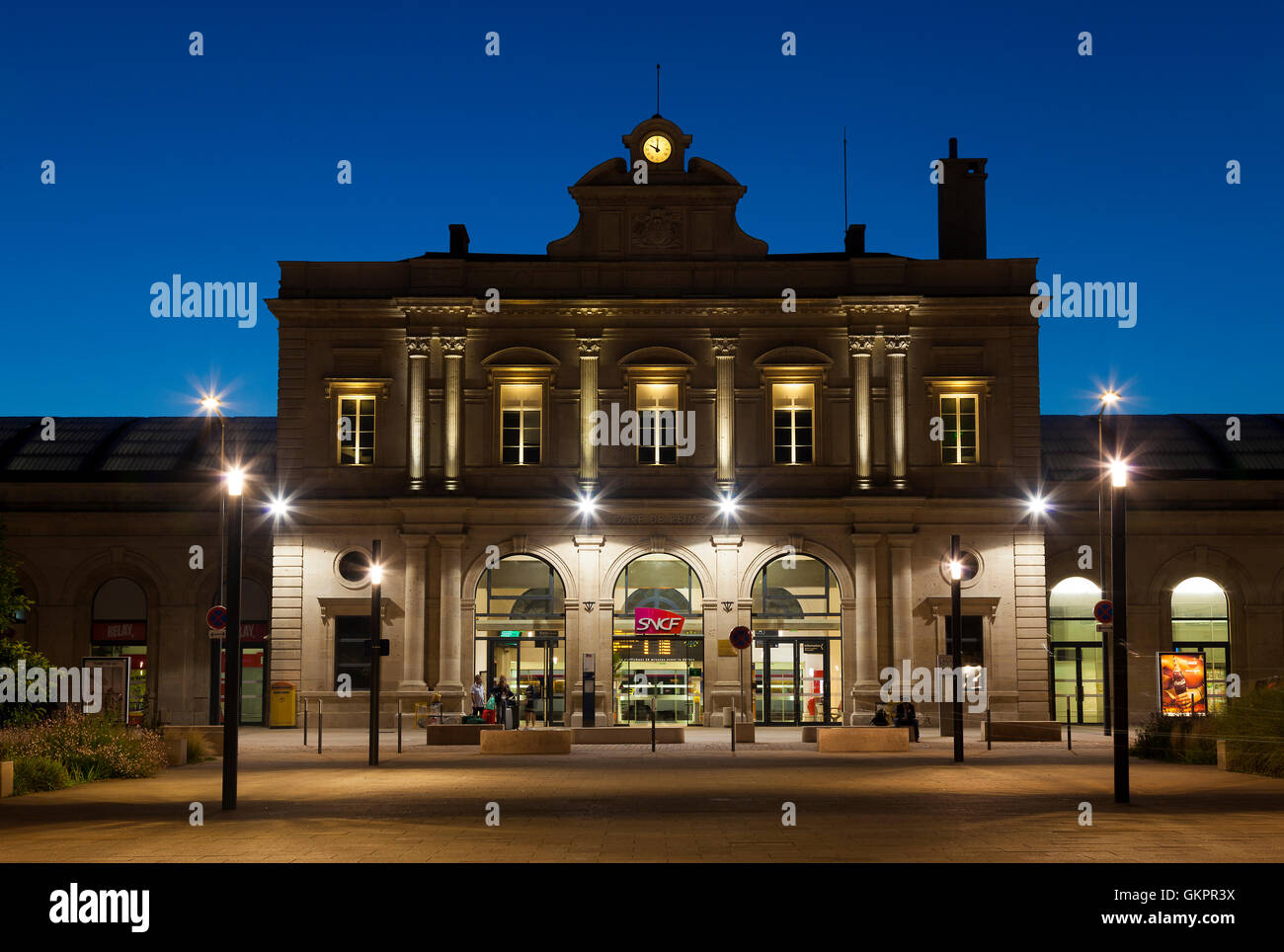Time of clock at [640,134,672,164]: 10:00
